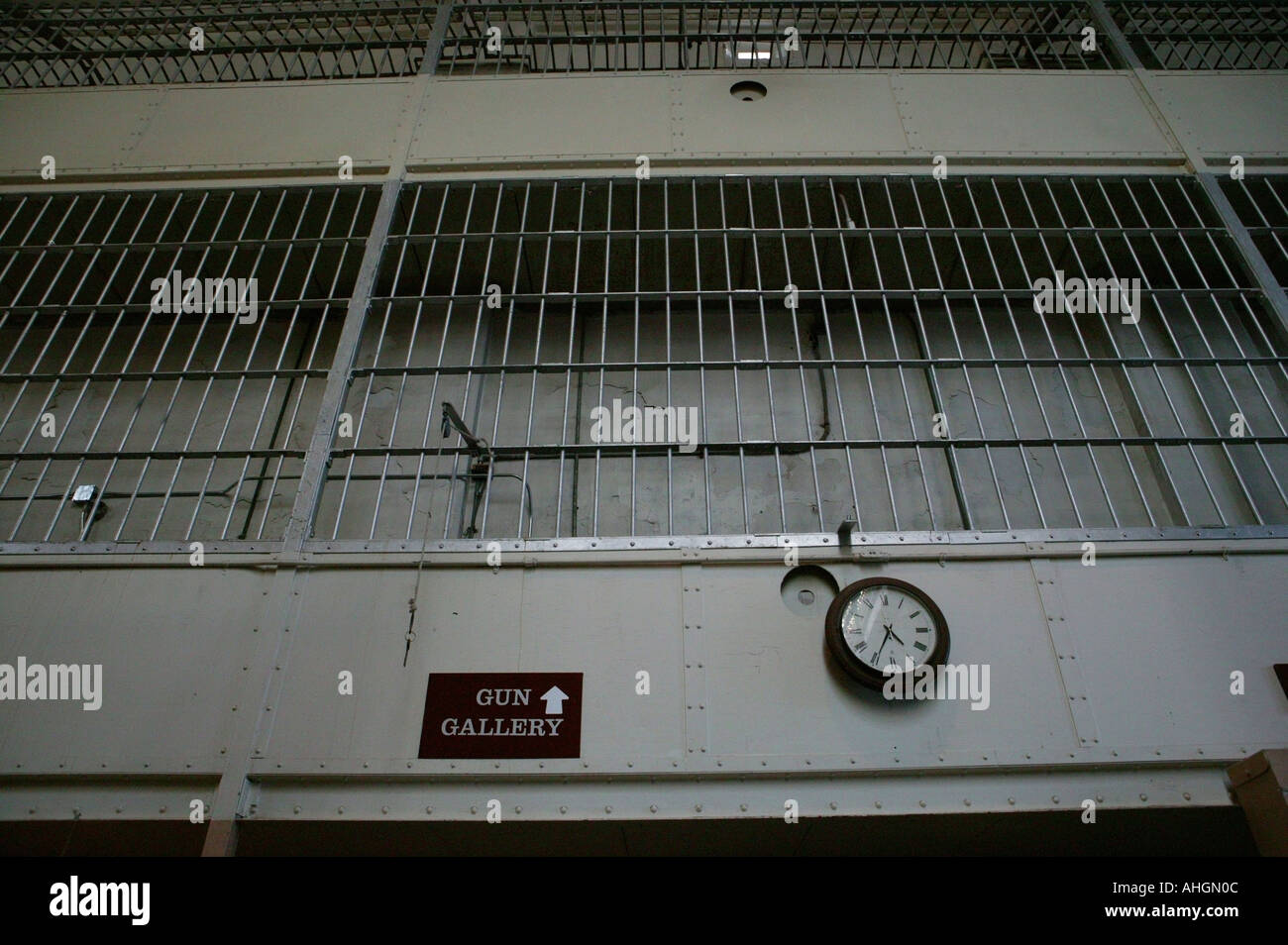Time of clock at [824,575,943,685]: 4:34
